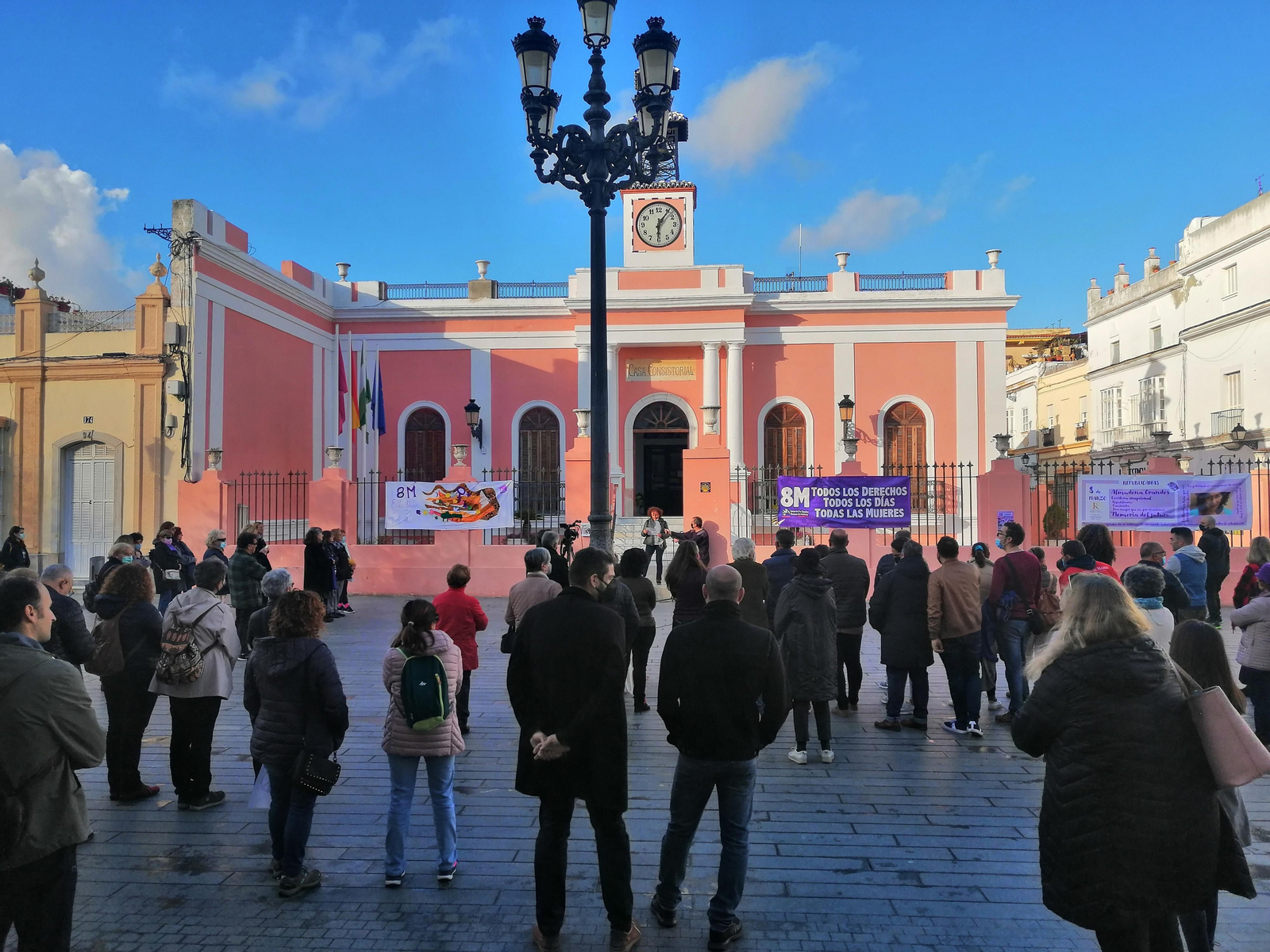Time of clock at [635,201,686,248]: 6:06
